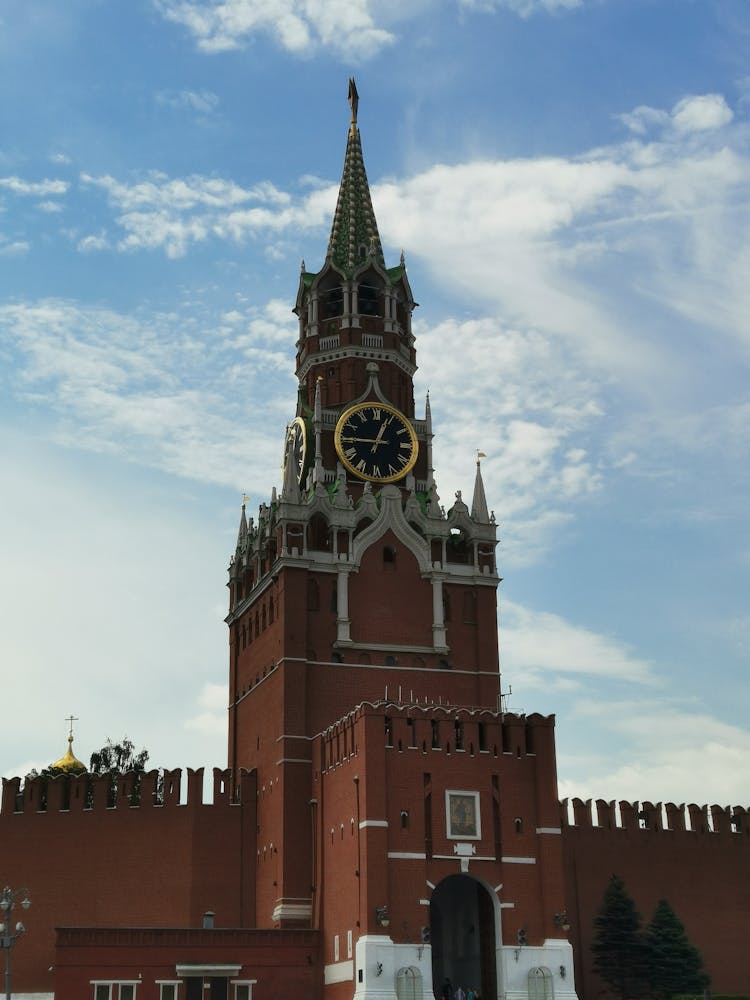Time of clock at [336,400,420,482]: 12:45
